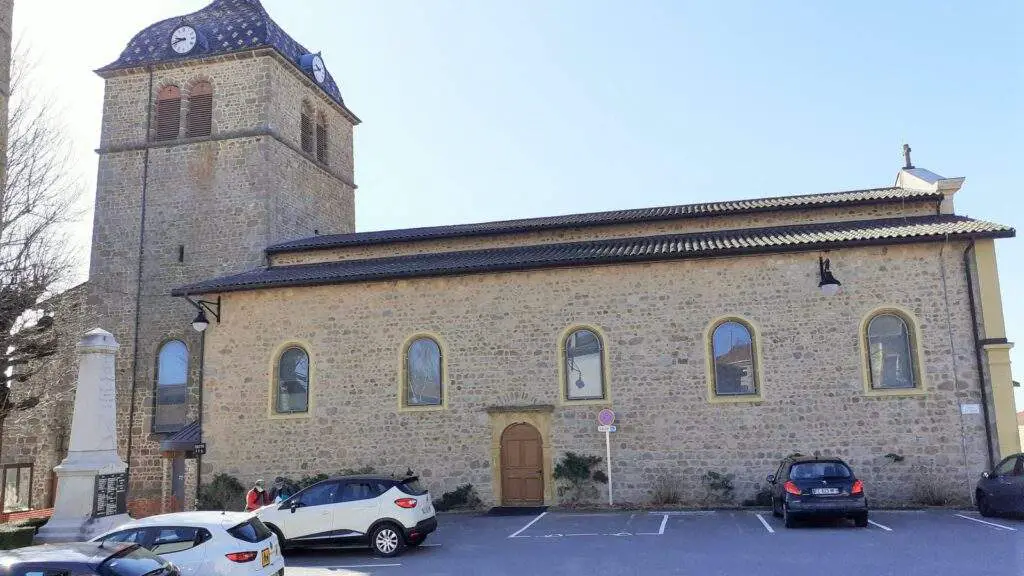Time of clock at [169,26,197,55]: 9:42
